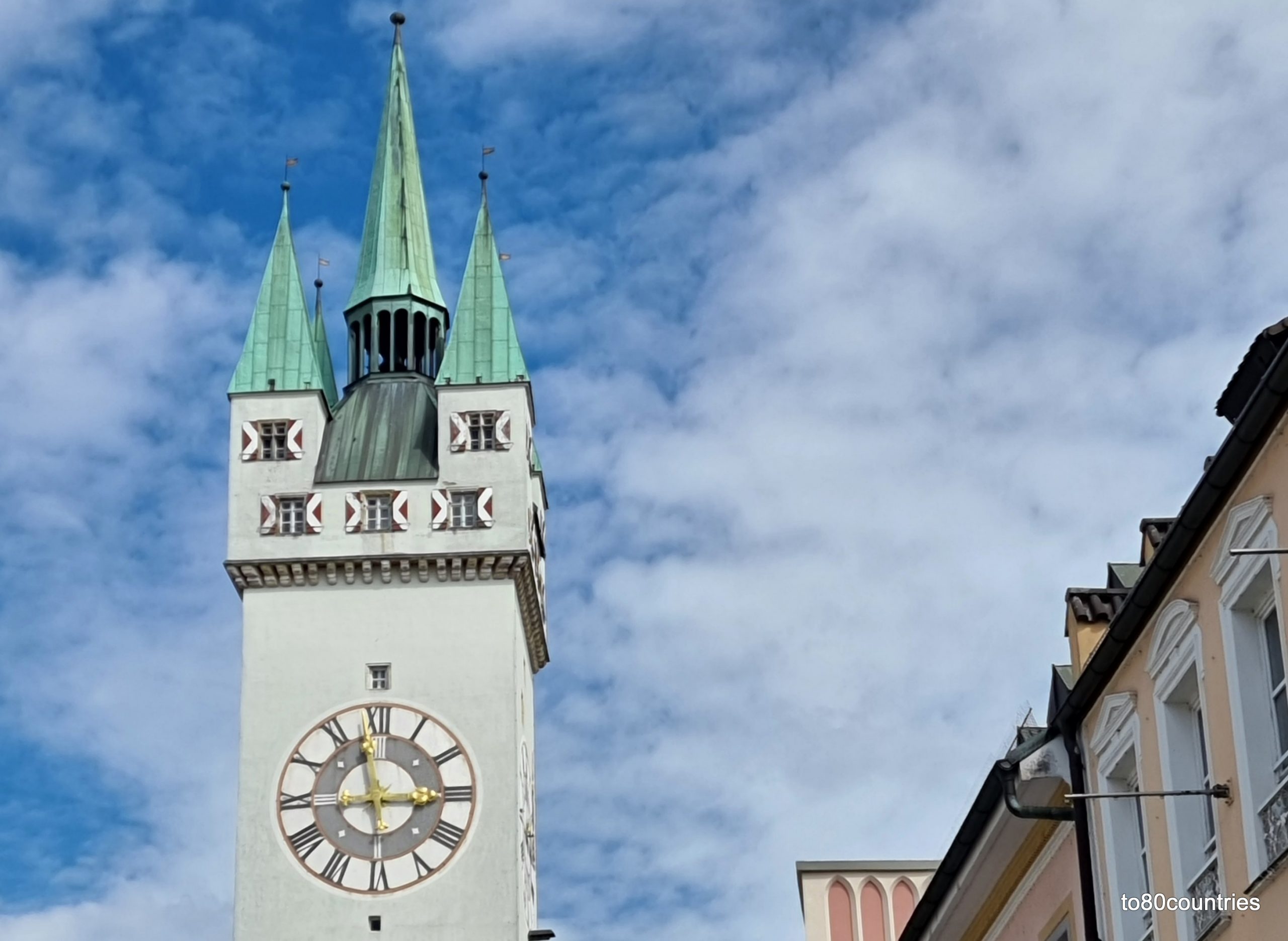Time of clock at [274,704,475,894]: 2:57
